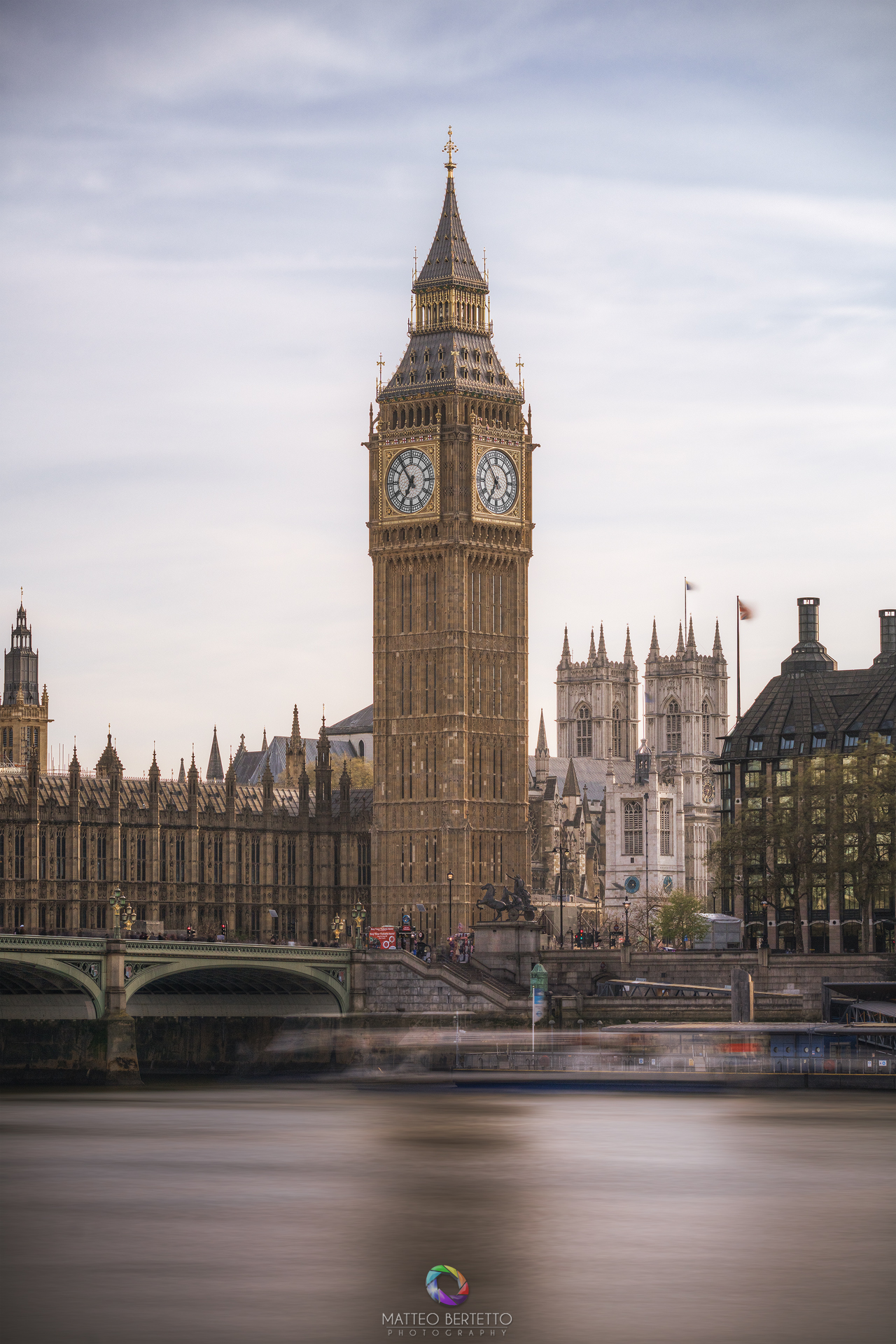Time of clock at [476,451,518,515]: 6:54
